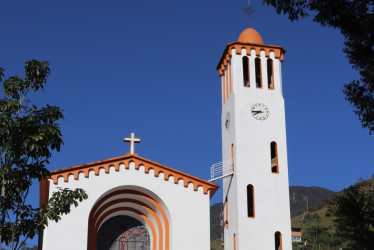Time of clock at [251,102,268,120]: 7:44
